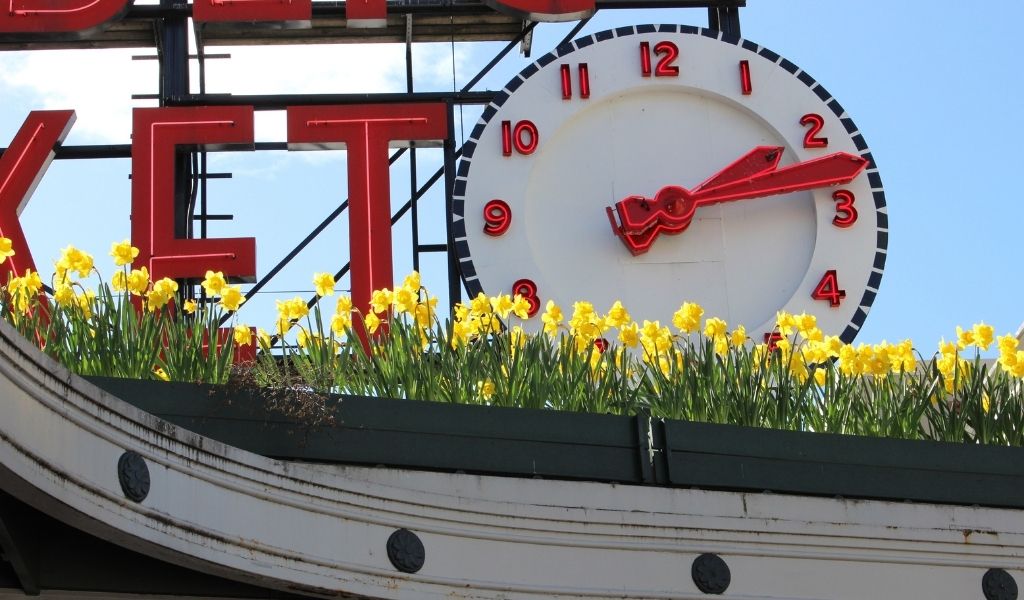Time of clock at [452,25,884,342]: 2:13
